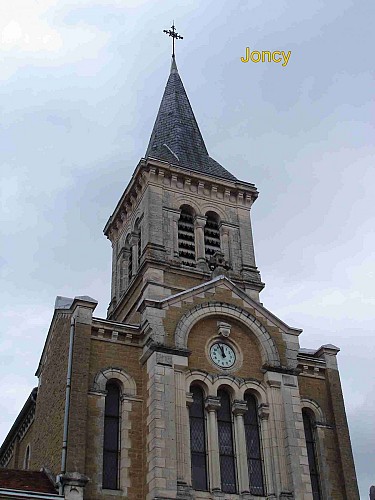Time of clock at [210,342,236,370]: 11:56
